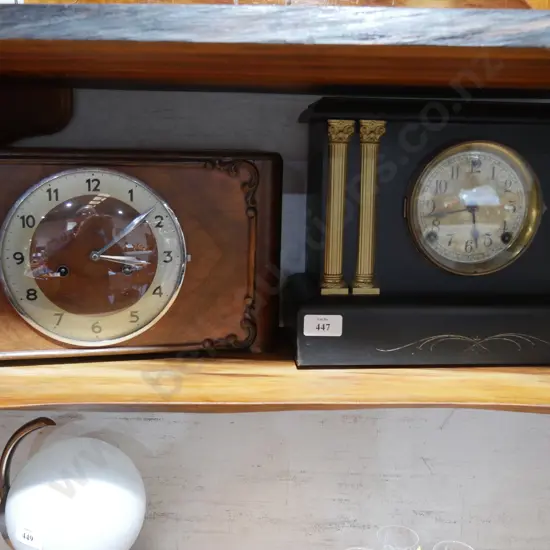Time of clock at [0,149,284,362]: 3:08
